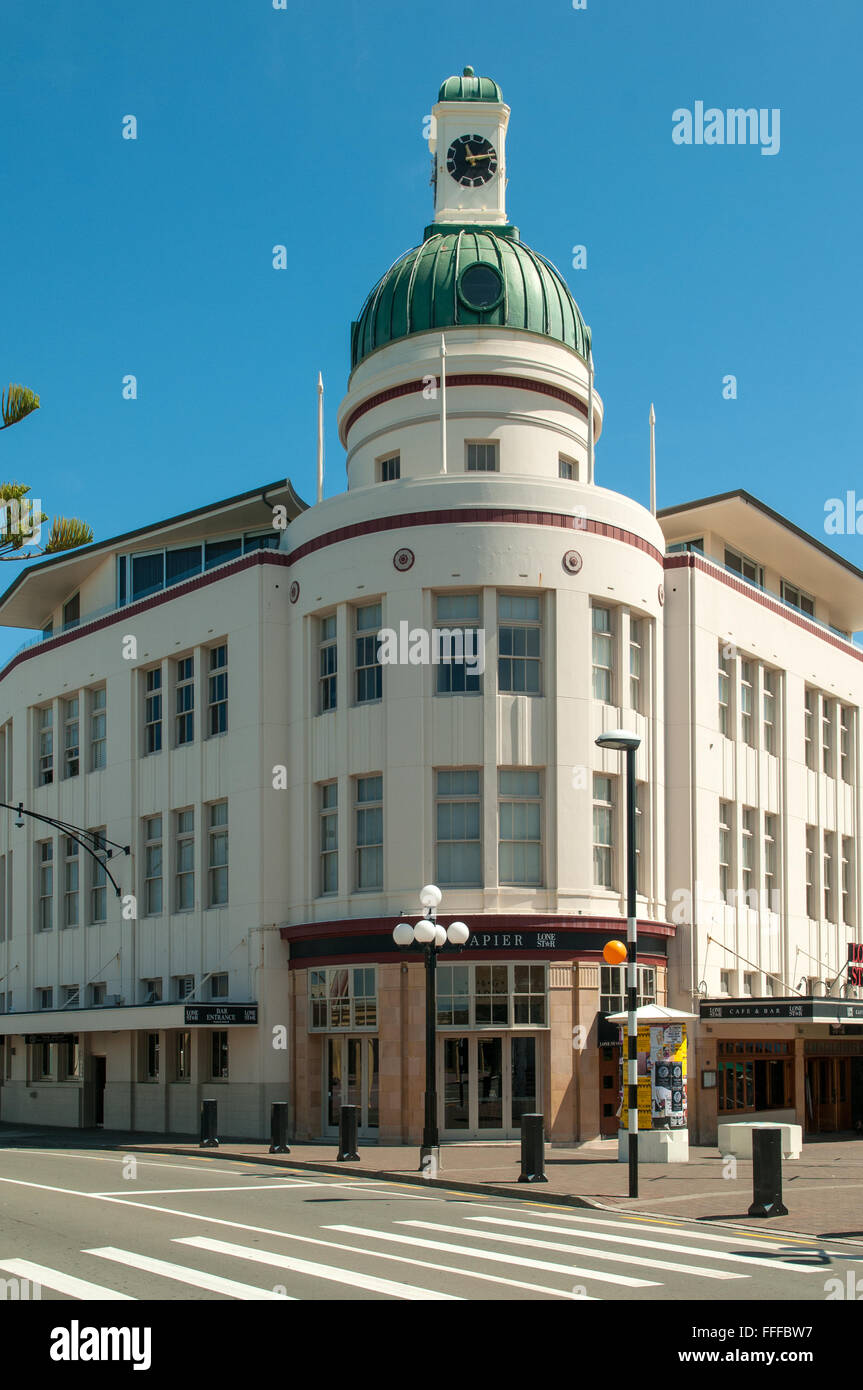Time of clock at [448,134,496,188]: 11:13
